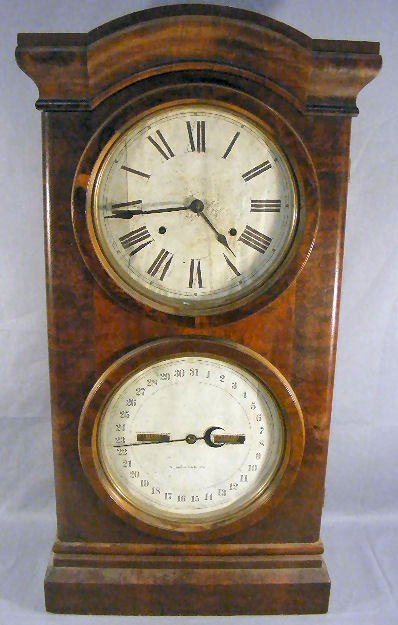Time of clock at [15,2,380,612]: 4:44
